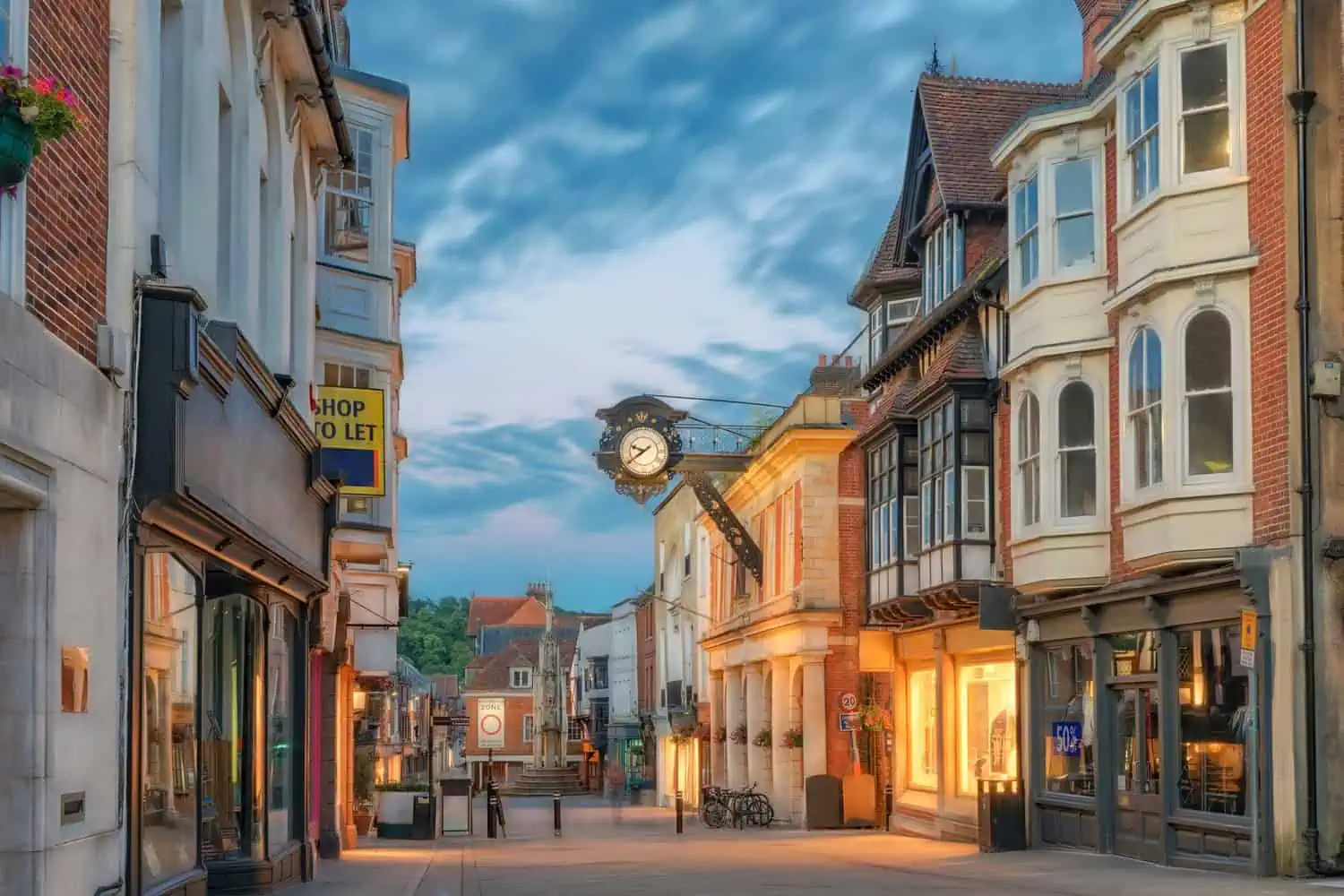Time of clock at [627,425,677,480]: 9:39
